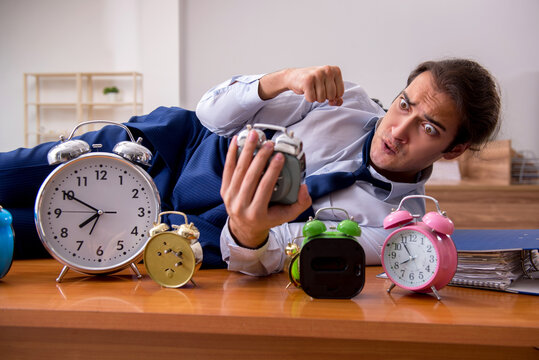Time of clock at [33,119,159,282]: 7:50
